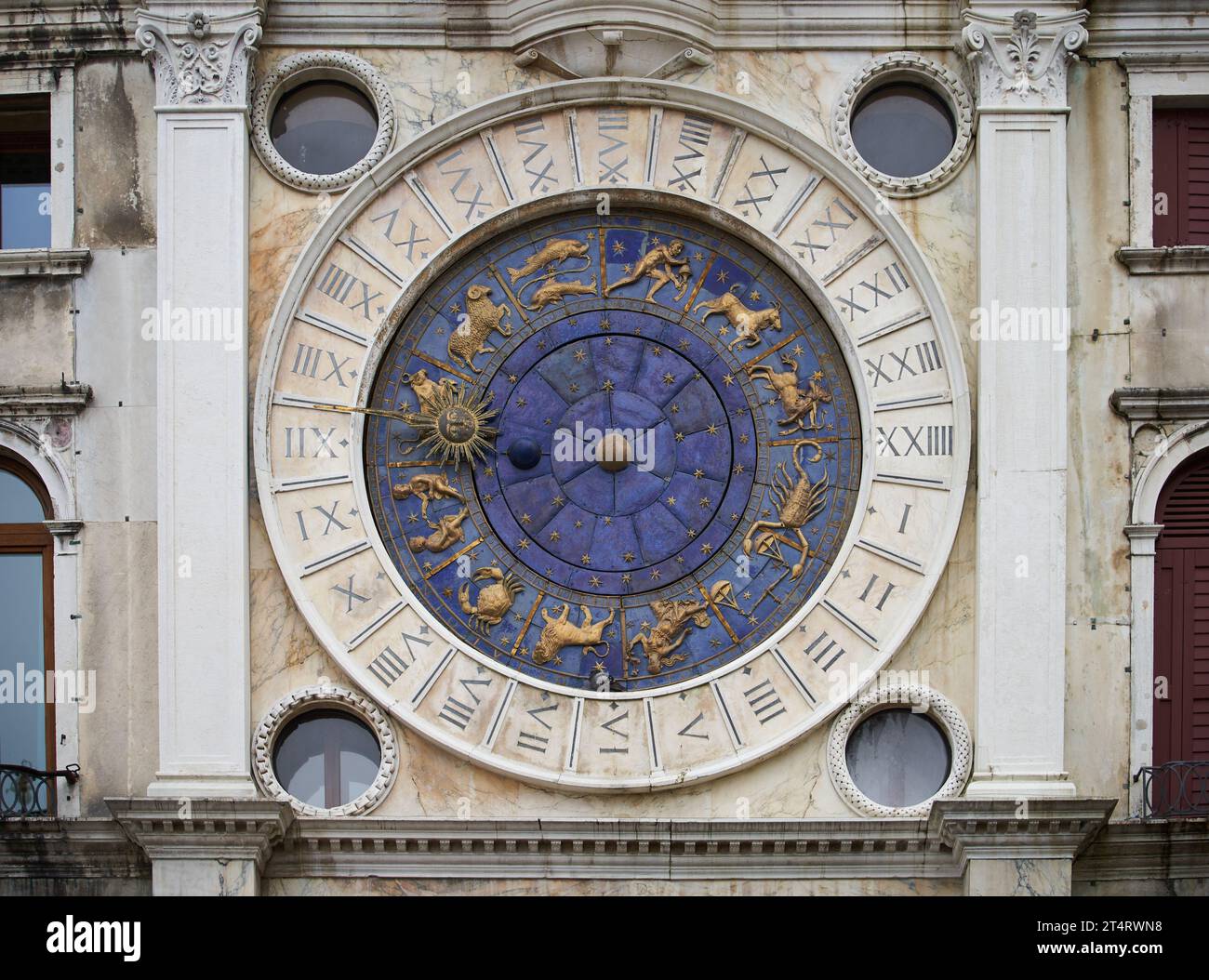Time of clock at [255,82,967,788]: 8:43
